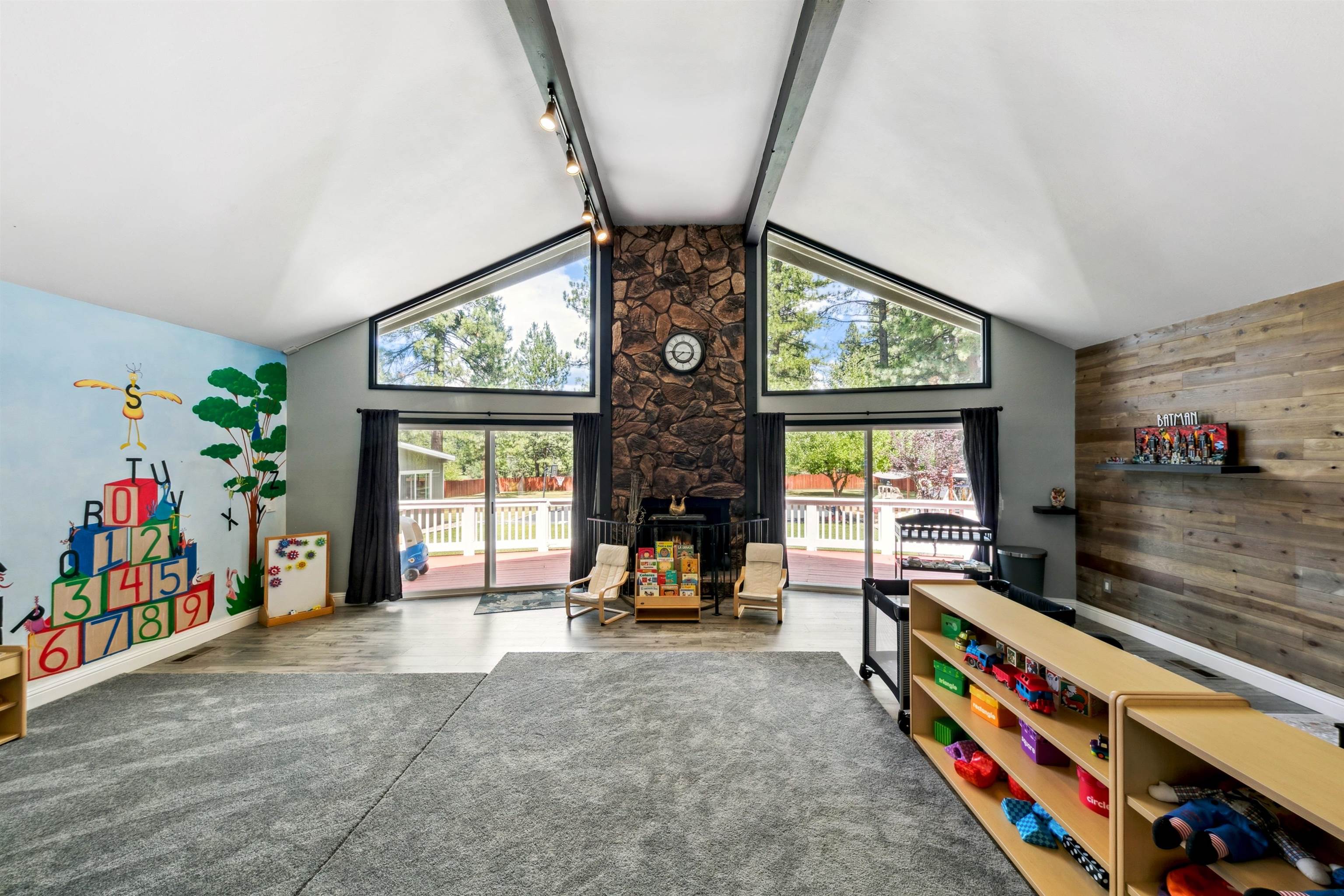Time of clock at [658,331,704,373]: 7:45
